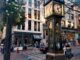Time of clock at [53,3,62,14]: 5:09
